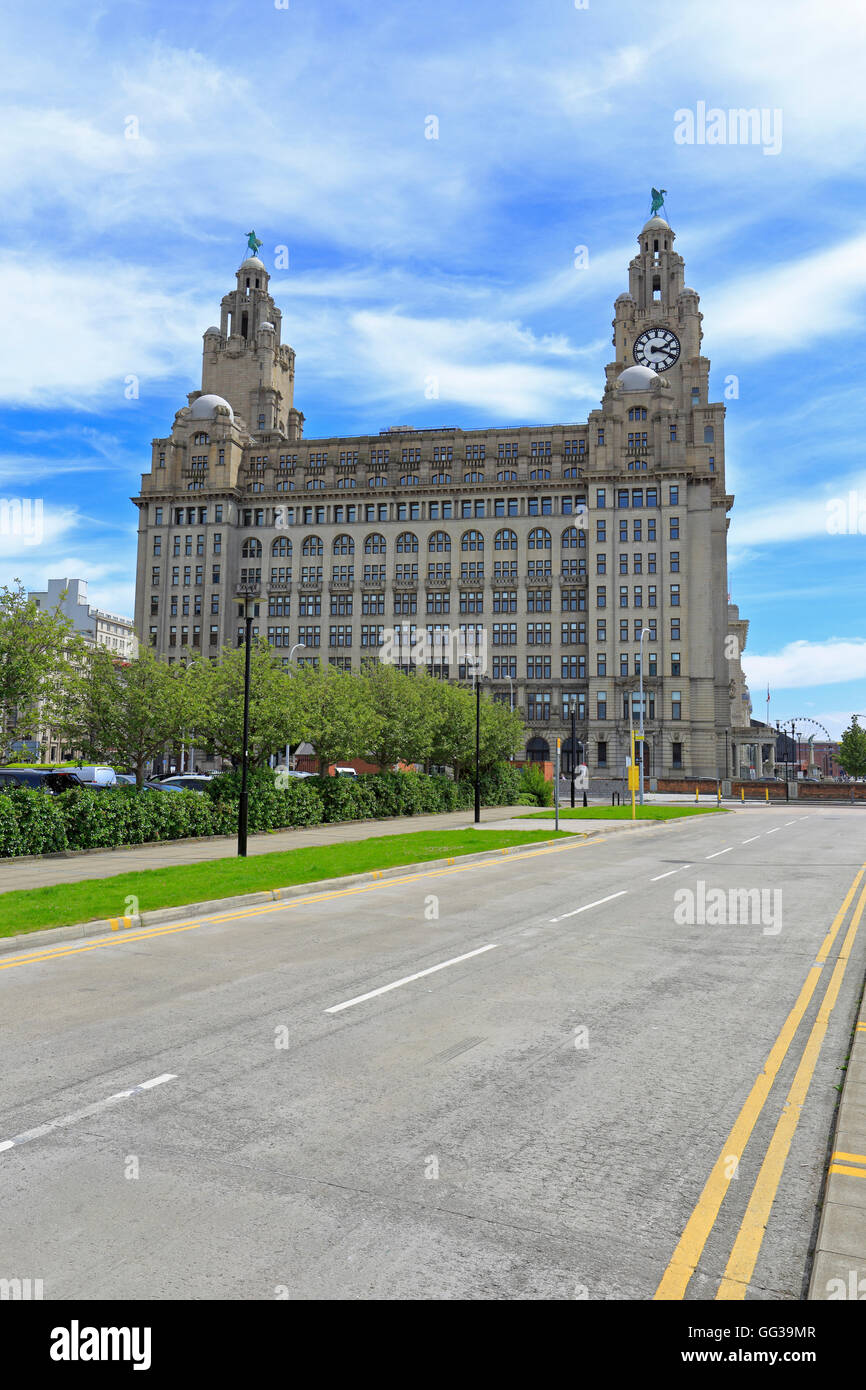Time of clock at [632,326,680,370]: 2:18
